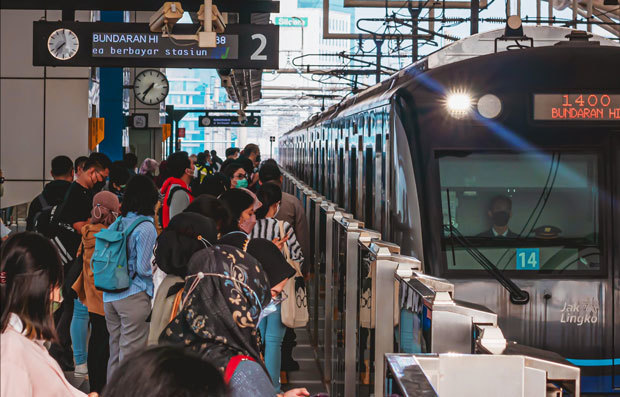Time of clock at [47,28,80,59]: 7:37
